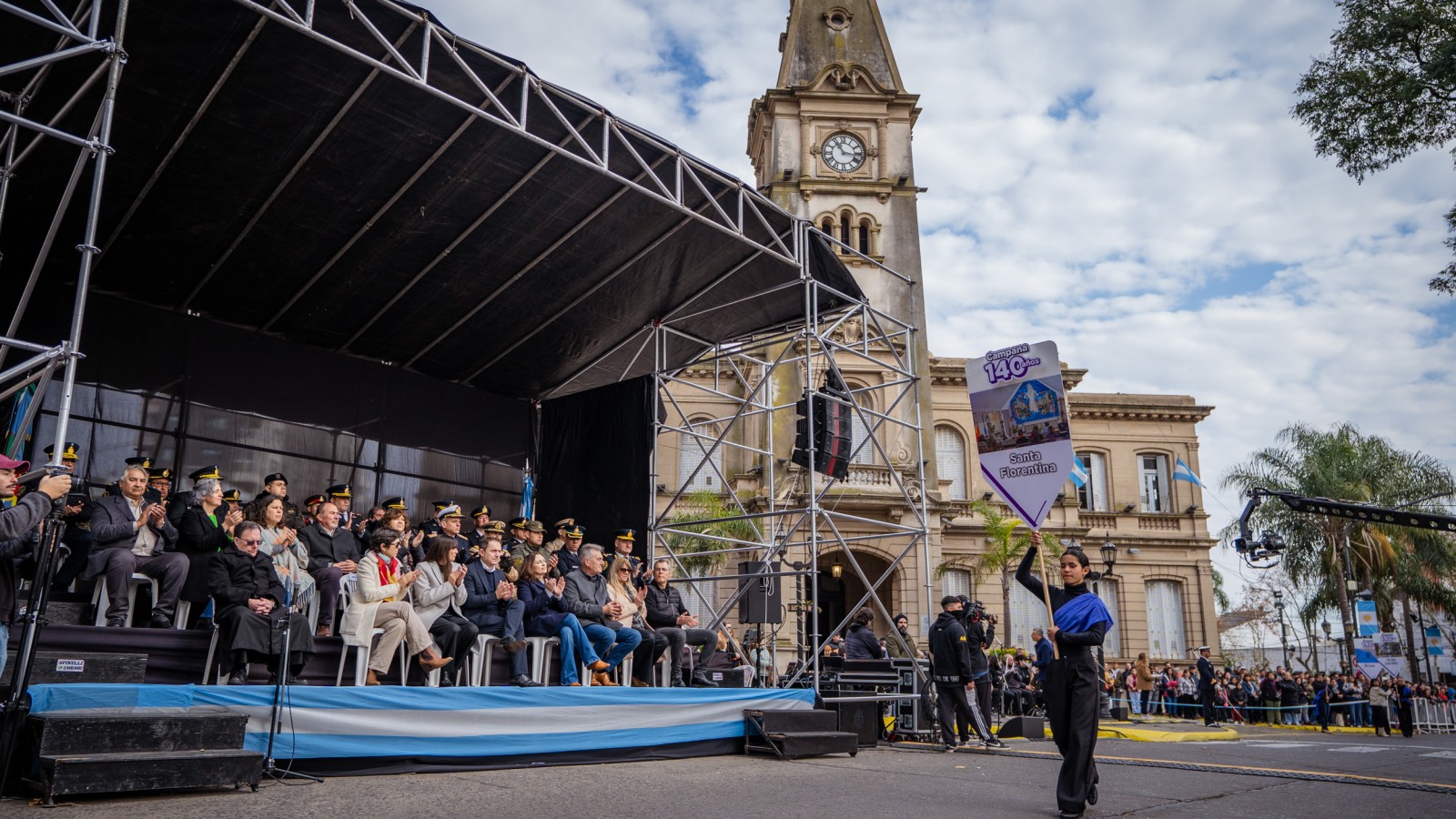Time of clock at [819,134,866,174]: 11:16
